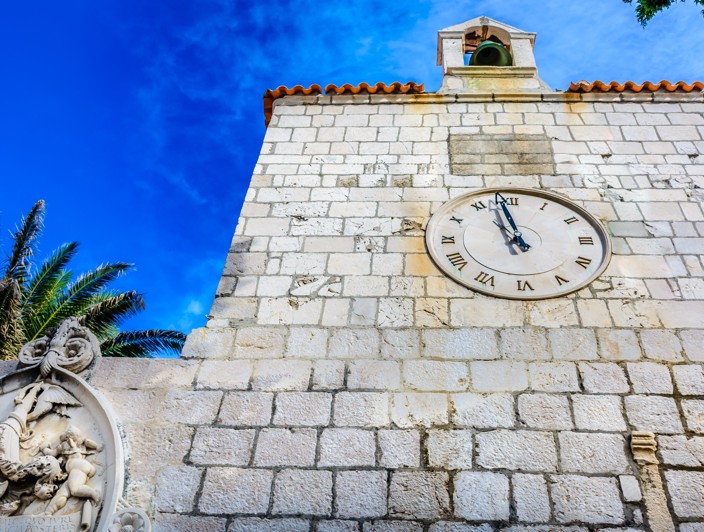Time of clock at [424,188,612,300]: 10:58
